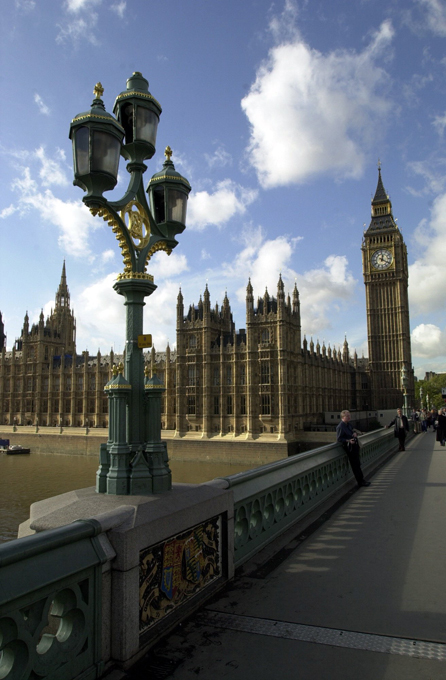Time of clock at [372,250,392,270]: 12:20
